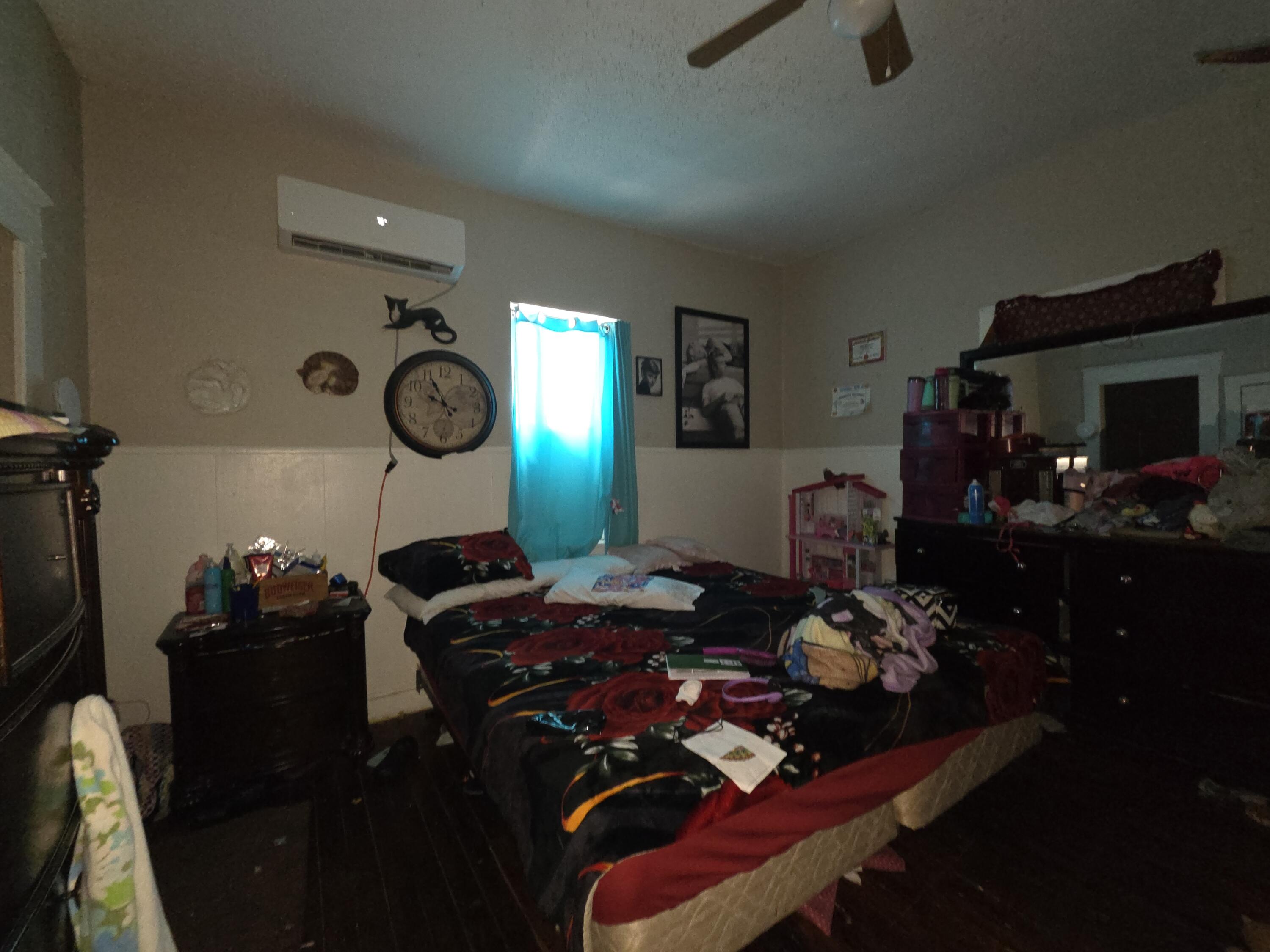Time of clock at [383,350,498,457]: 9:55
